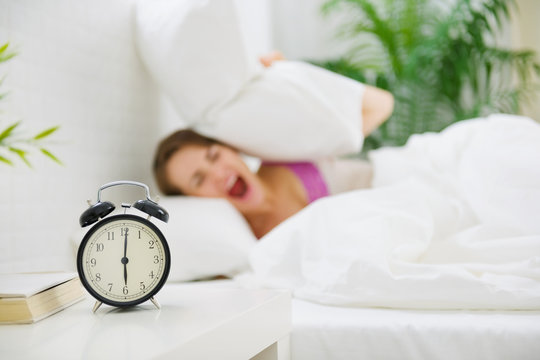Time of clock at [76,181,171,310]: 6:00
